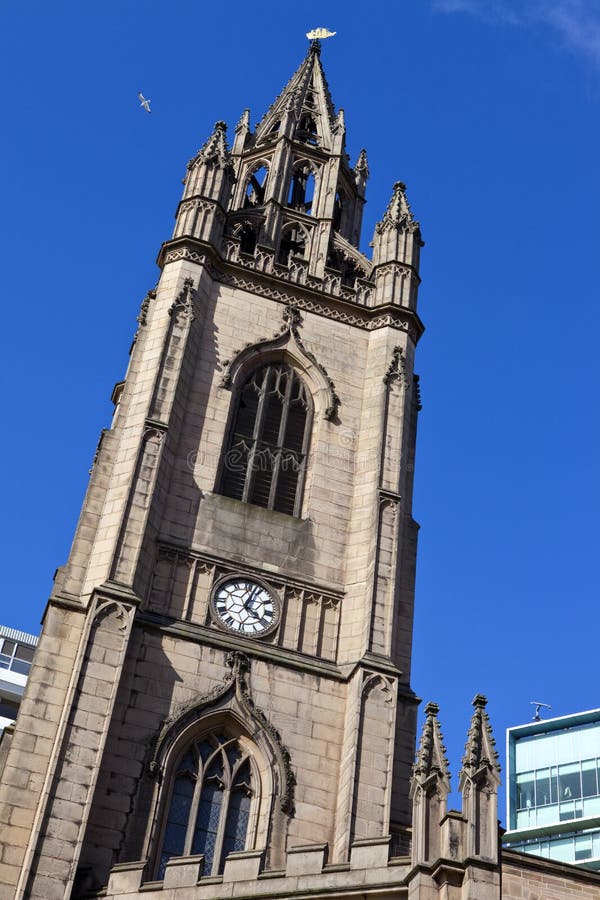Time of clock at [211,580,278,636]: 4:02
